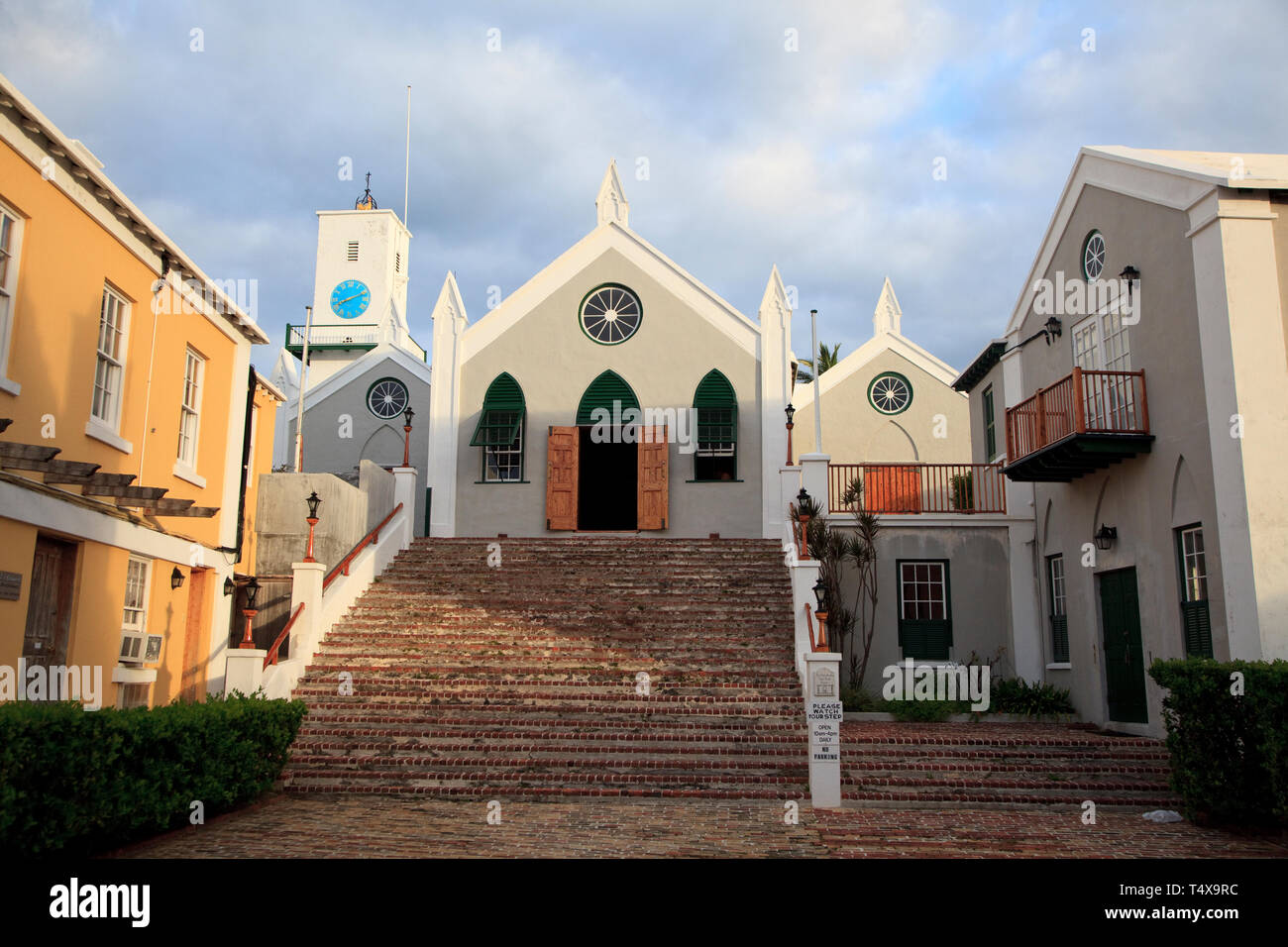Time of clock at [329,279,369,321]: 8:11
